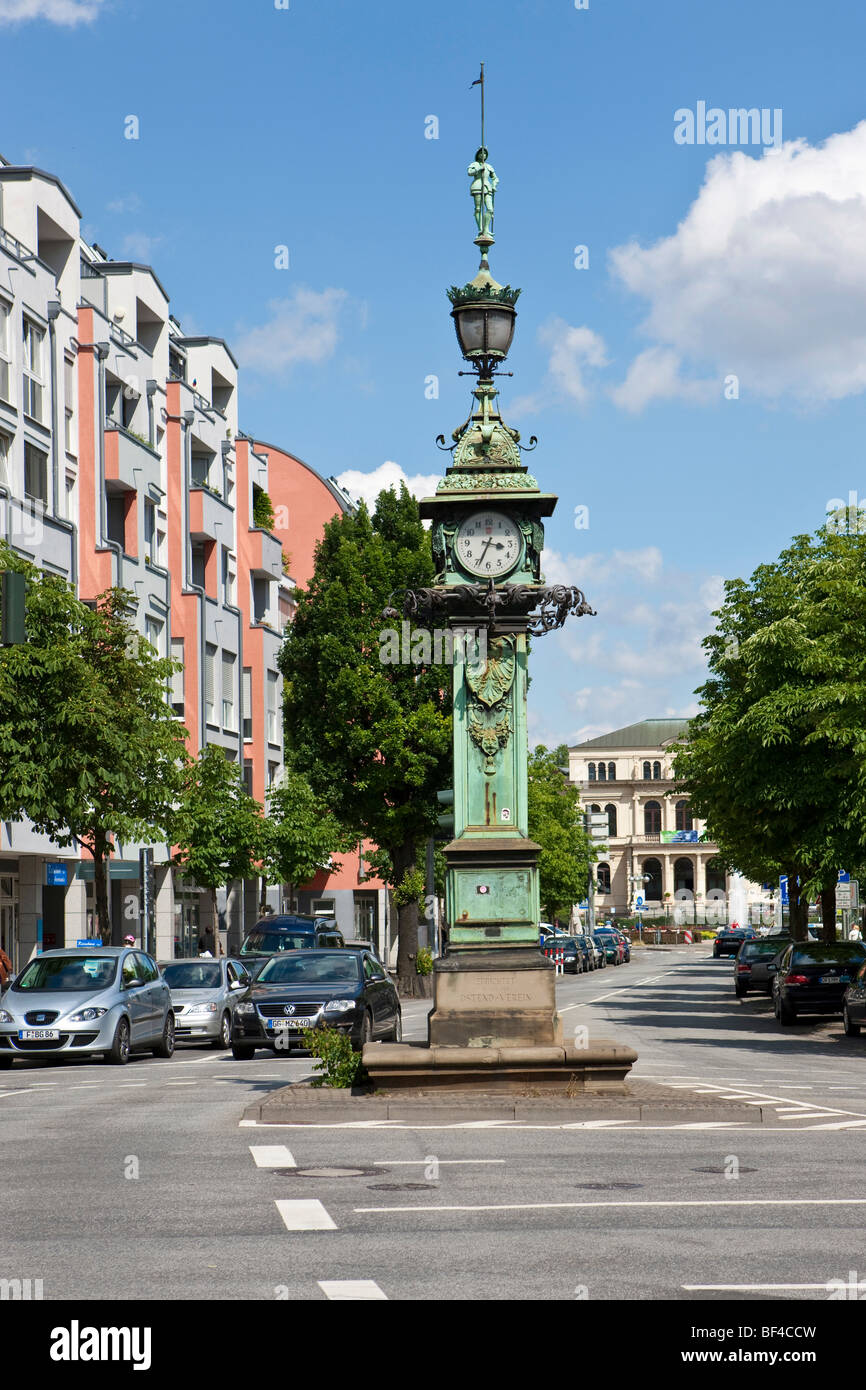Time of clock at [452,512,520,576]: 3:33
